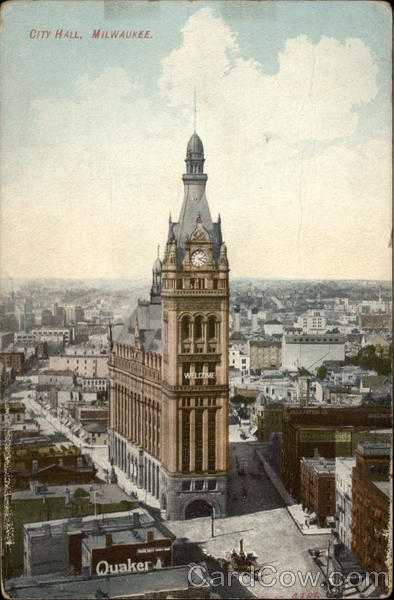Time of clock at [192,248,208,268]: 2:21
